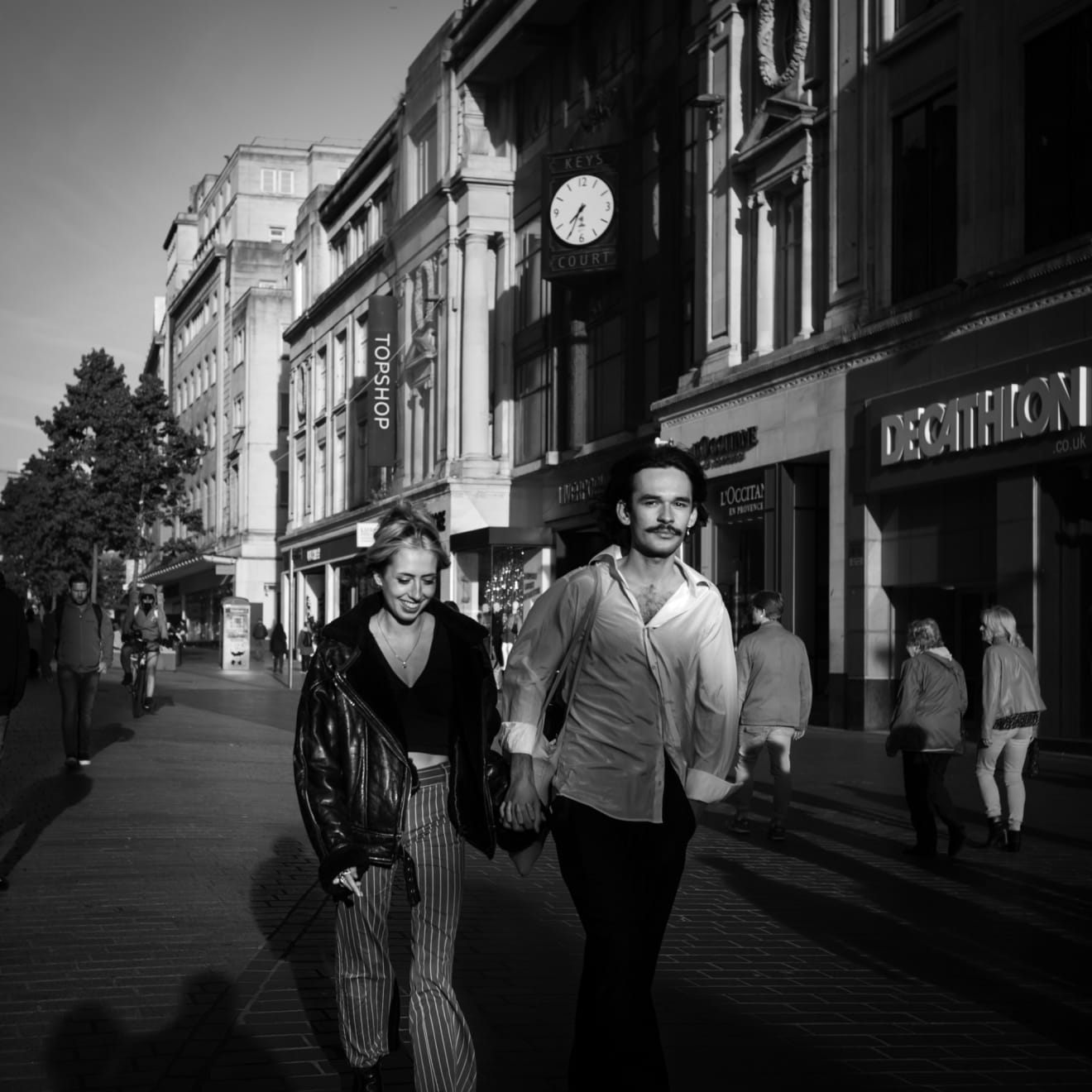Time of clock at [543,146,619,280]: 7:34
